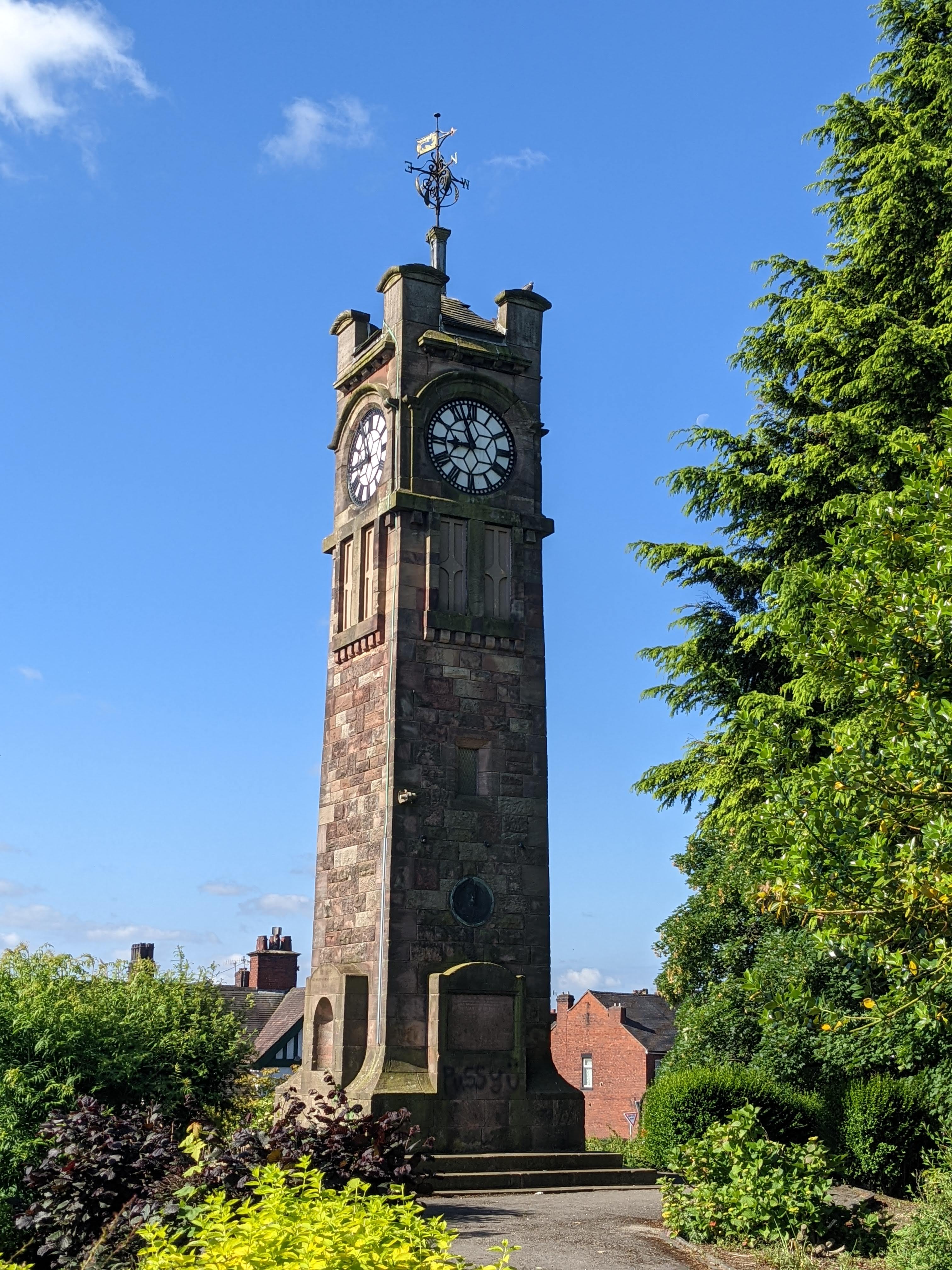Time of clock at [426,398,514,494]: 8:56
